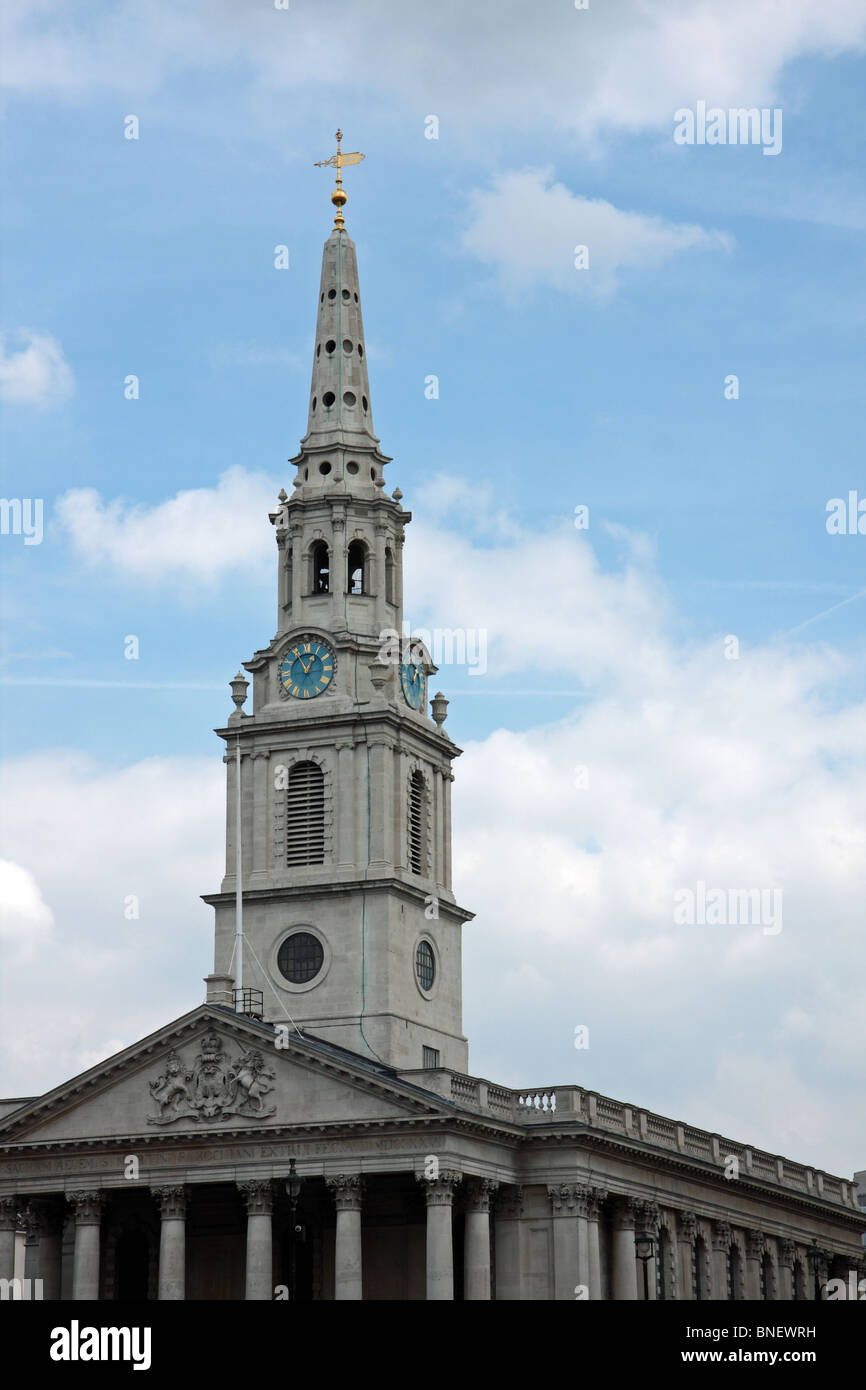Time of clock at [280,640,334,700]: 12:55
